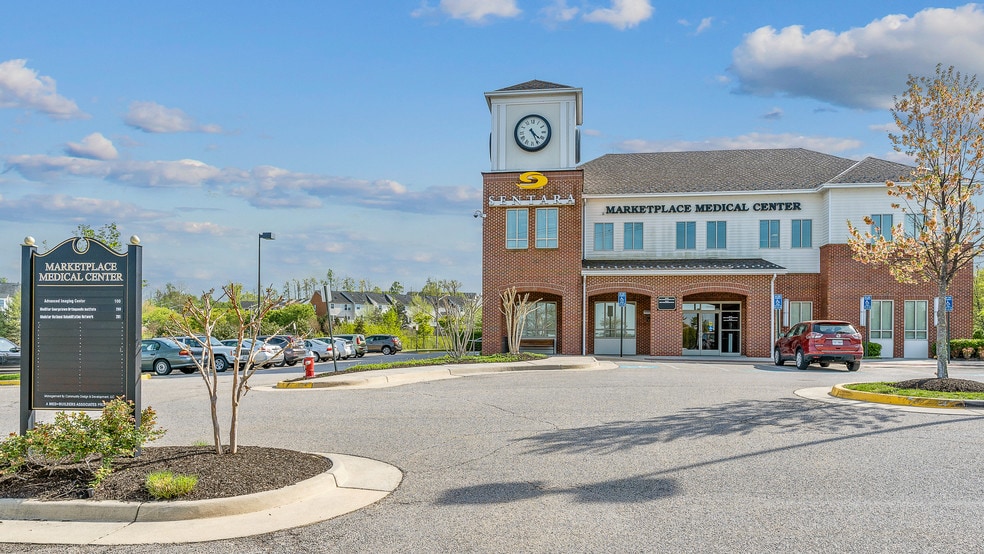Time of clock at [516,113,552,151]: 4:25
